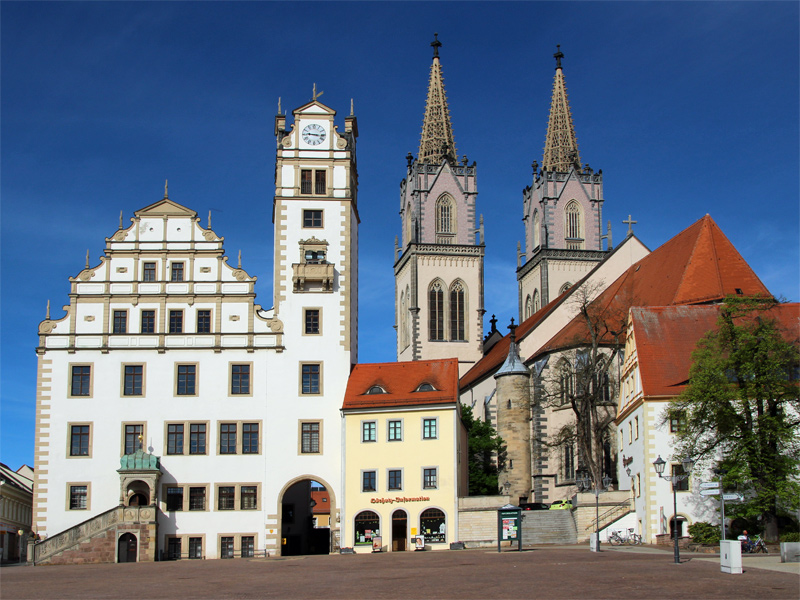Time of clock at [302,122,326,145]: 9:16
